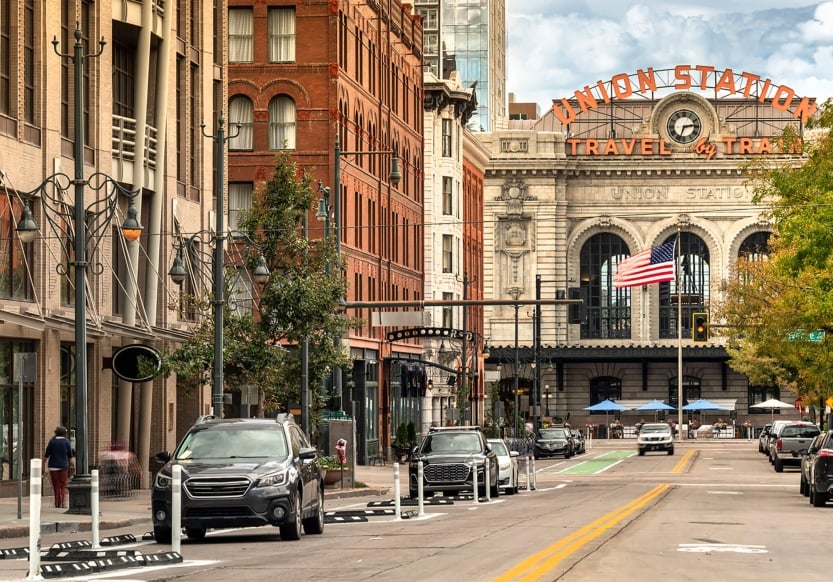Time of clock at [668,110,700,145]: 2:33
